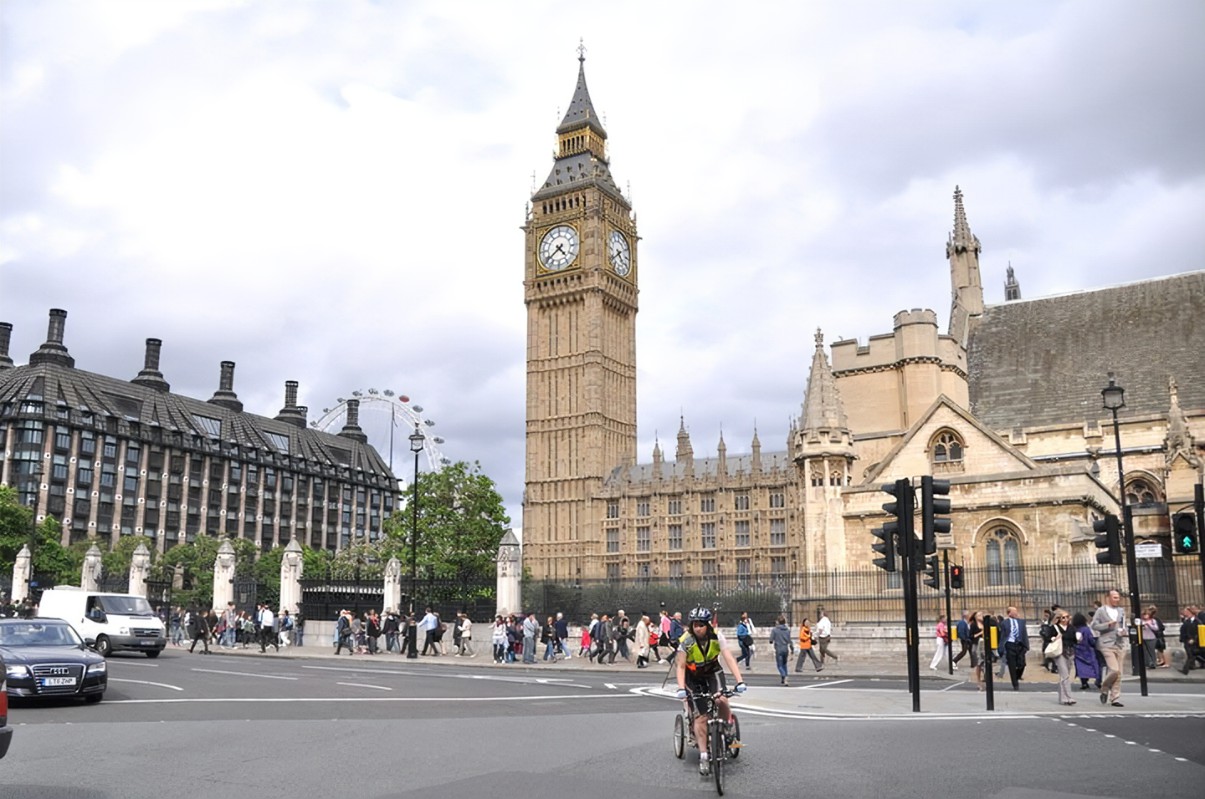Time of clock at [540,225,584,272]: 4:38
